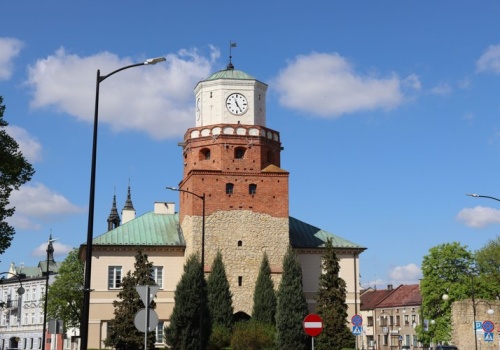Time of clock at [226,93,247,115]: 11:24
